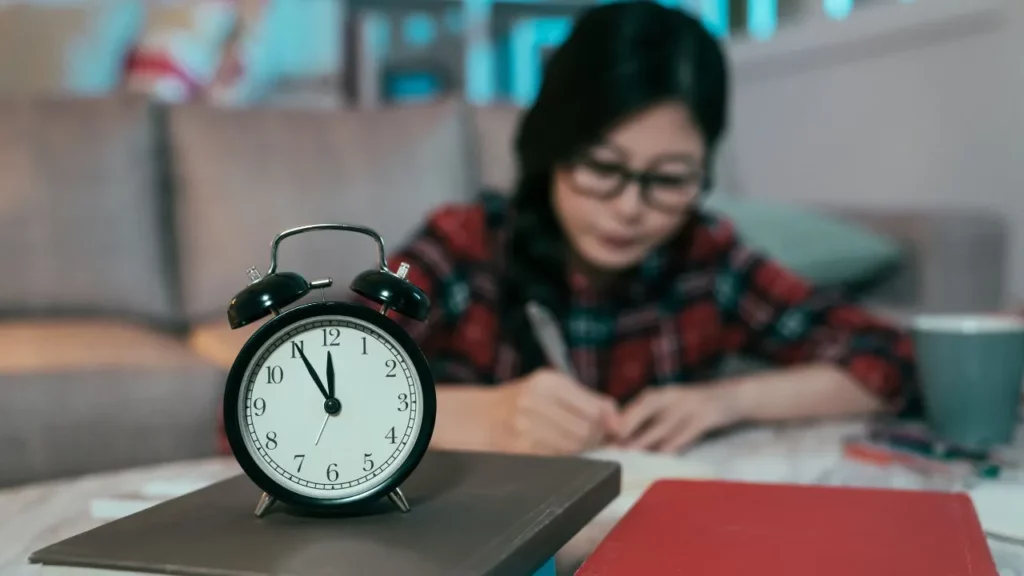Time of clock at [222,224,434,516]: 11:54
